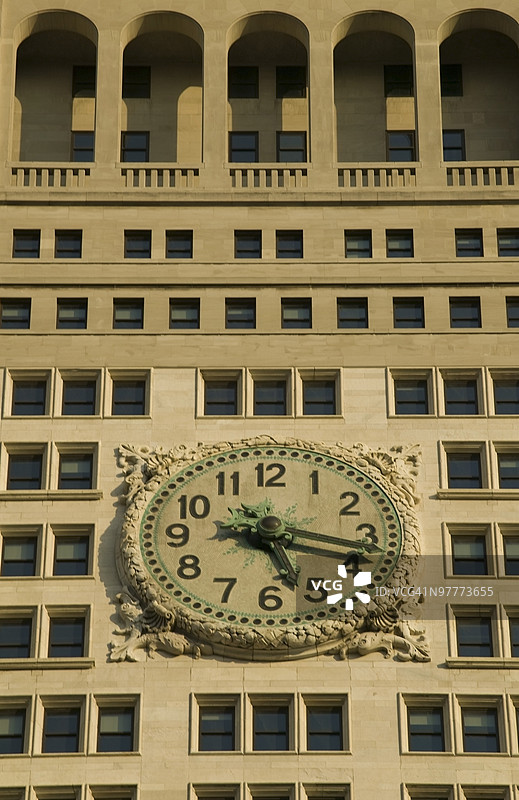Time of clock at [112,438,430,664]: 5:16
